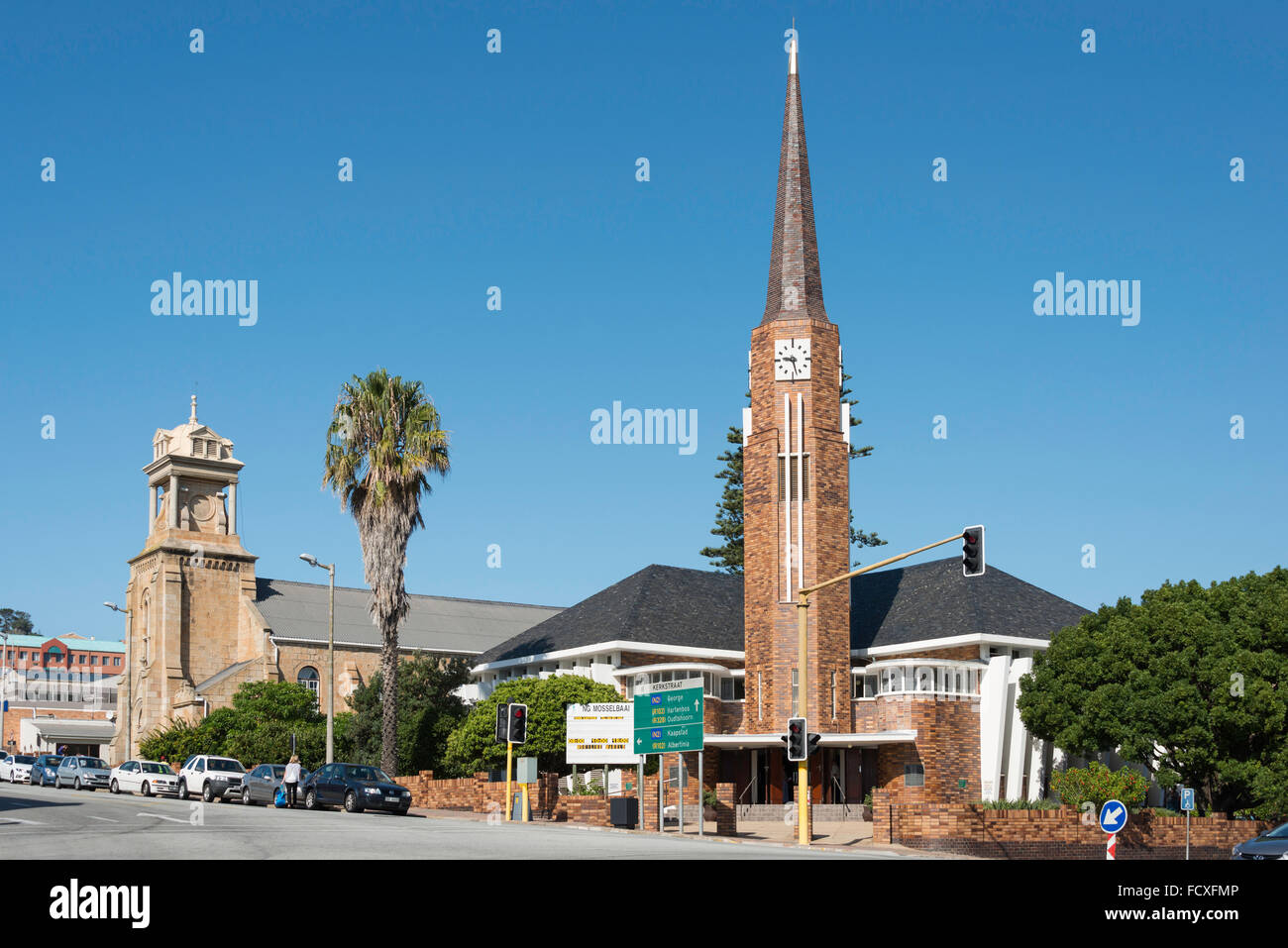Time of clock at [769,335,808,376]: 9:27
